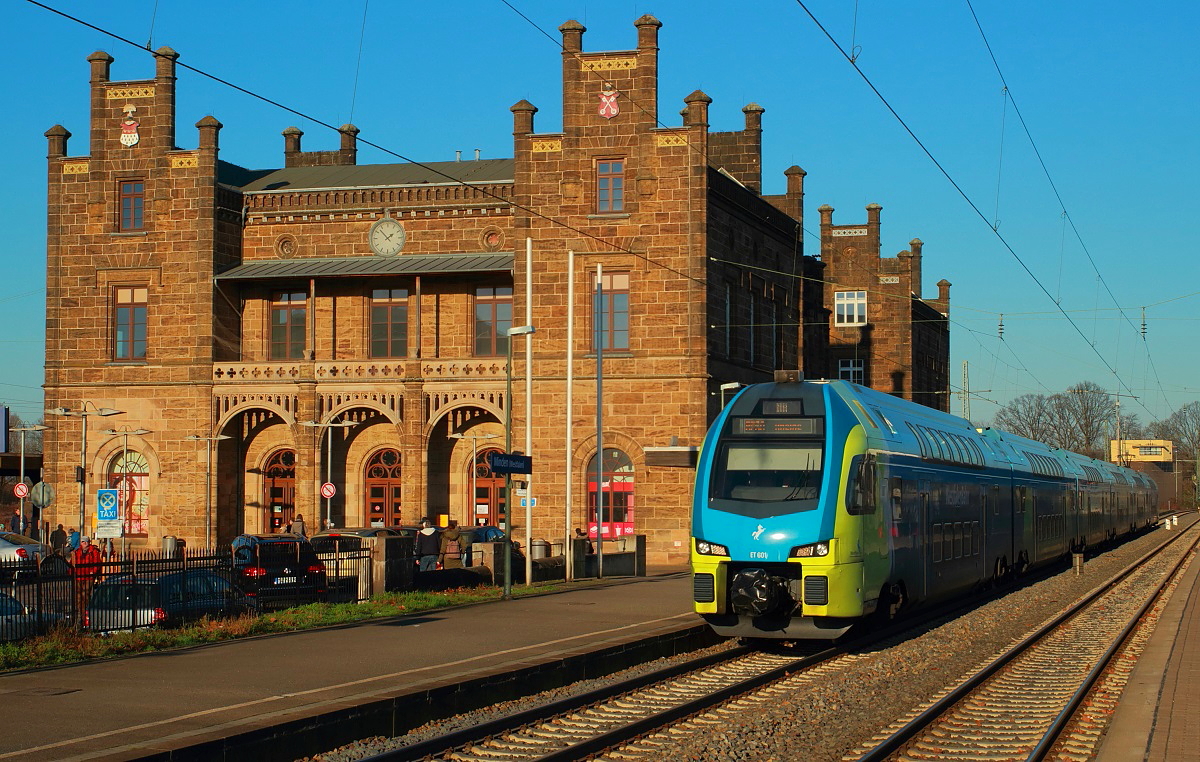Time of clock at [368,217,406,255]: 1:52
